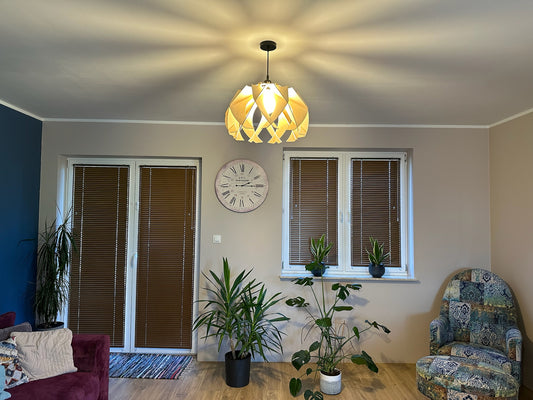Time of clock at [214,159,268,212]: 2:15
